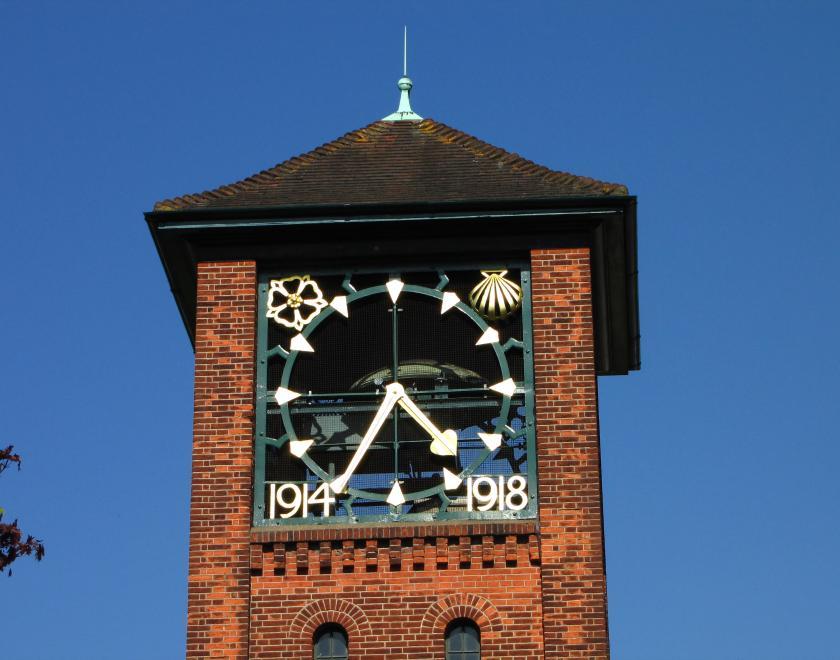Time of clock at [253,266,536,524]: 4:35
